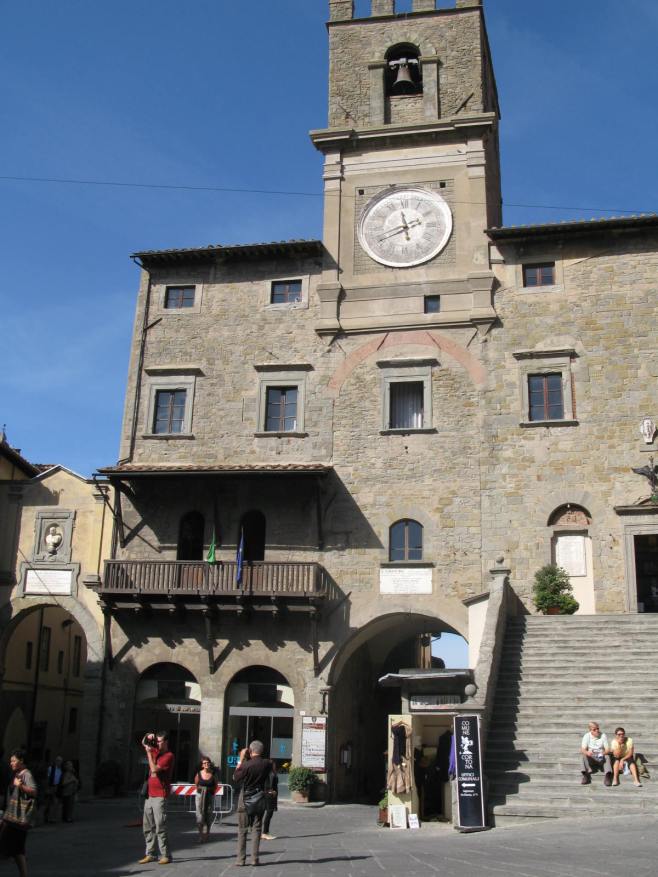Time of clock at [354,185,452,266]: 11:41
